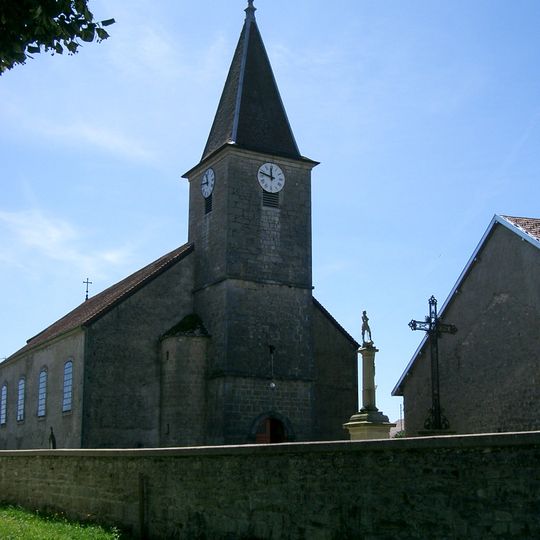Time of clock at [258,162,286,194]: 11:47
